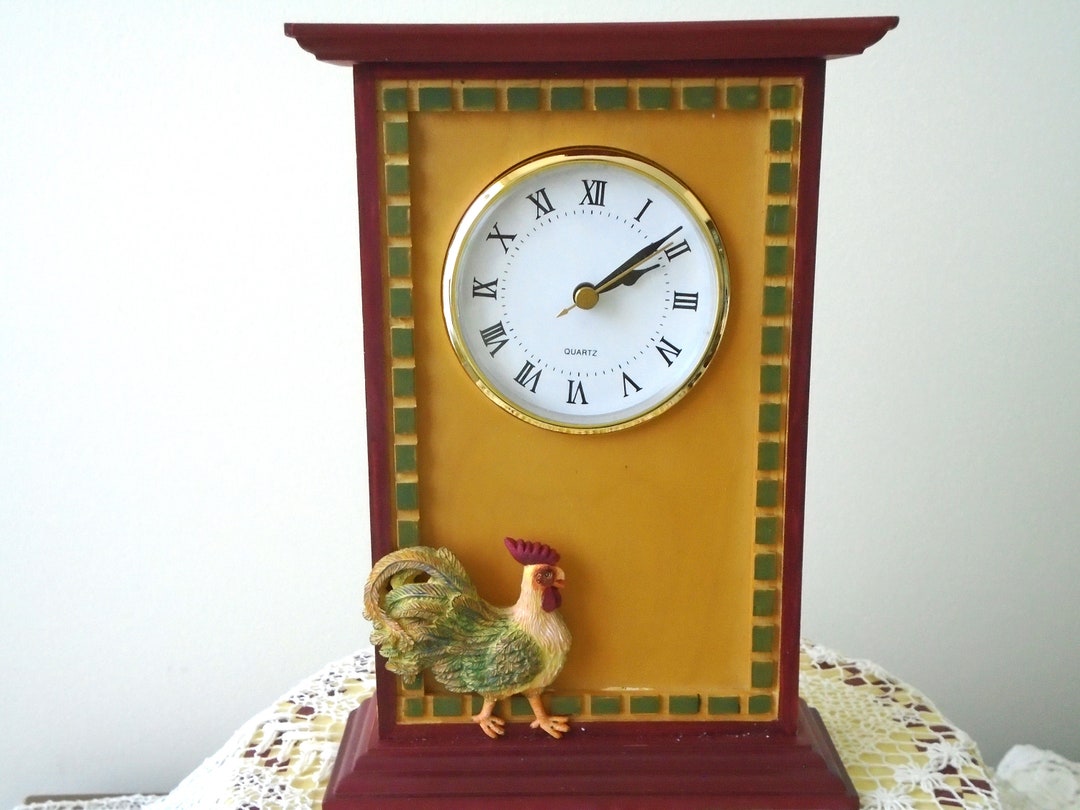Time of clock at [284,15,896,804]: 2:09
